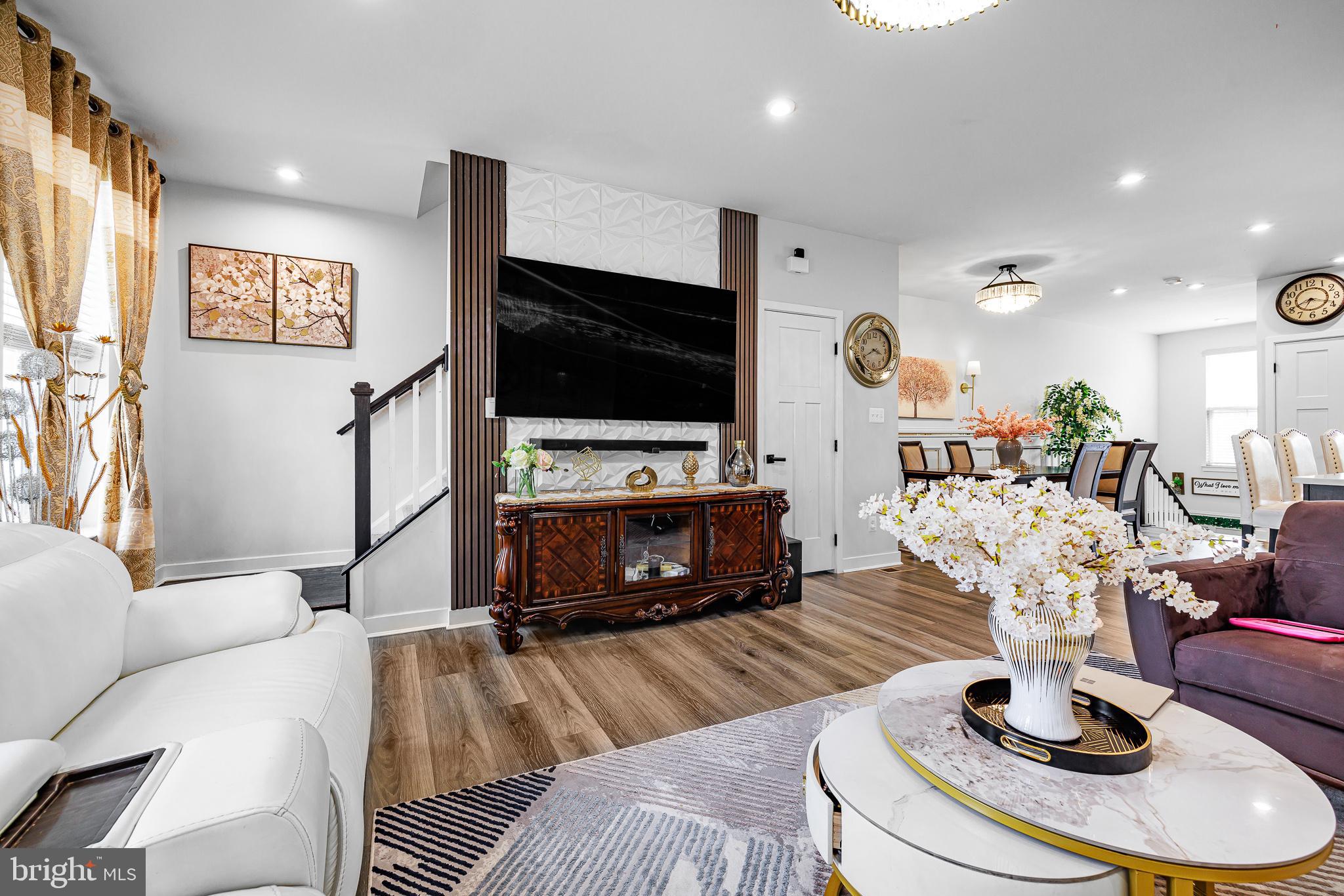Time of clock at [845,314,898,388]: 3:40
